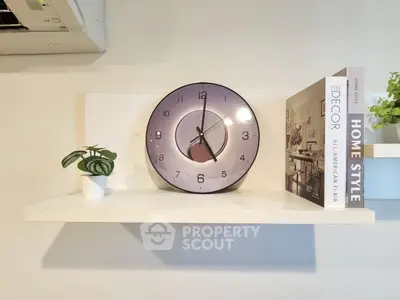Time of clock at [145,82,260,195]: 5:00
